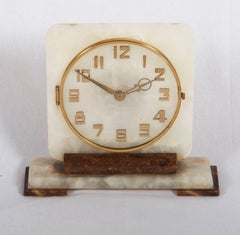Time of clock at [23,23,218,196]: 1:50
